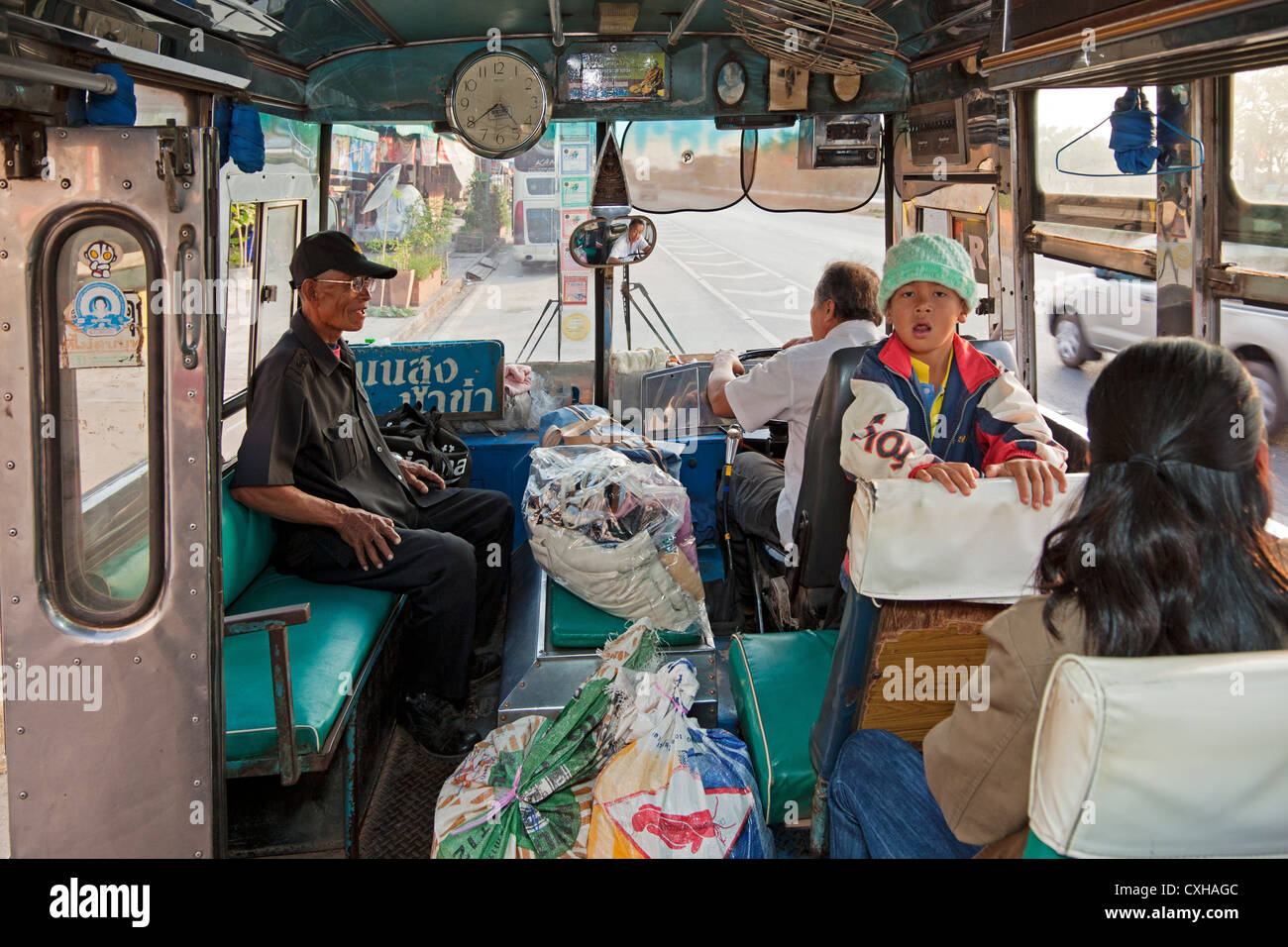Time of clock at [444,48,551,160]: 4:39
